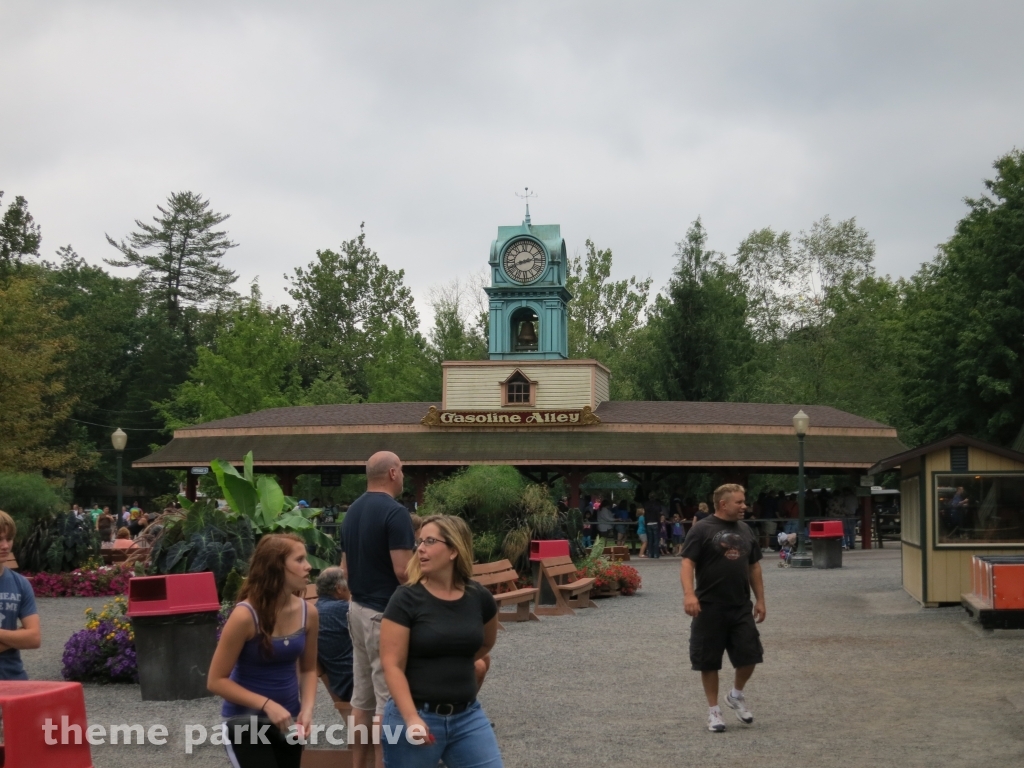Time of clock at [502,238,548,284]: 2:41
